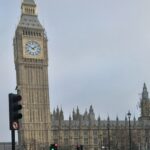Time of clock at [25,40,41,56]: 1:50
